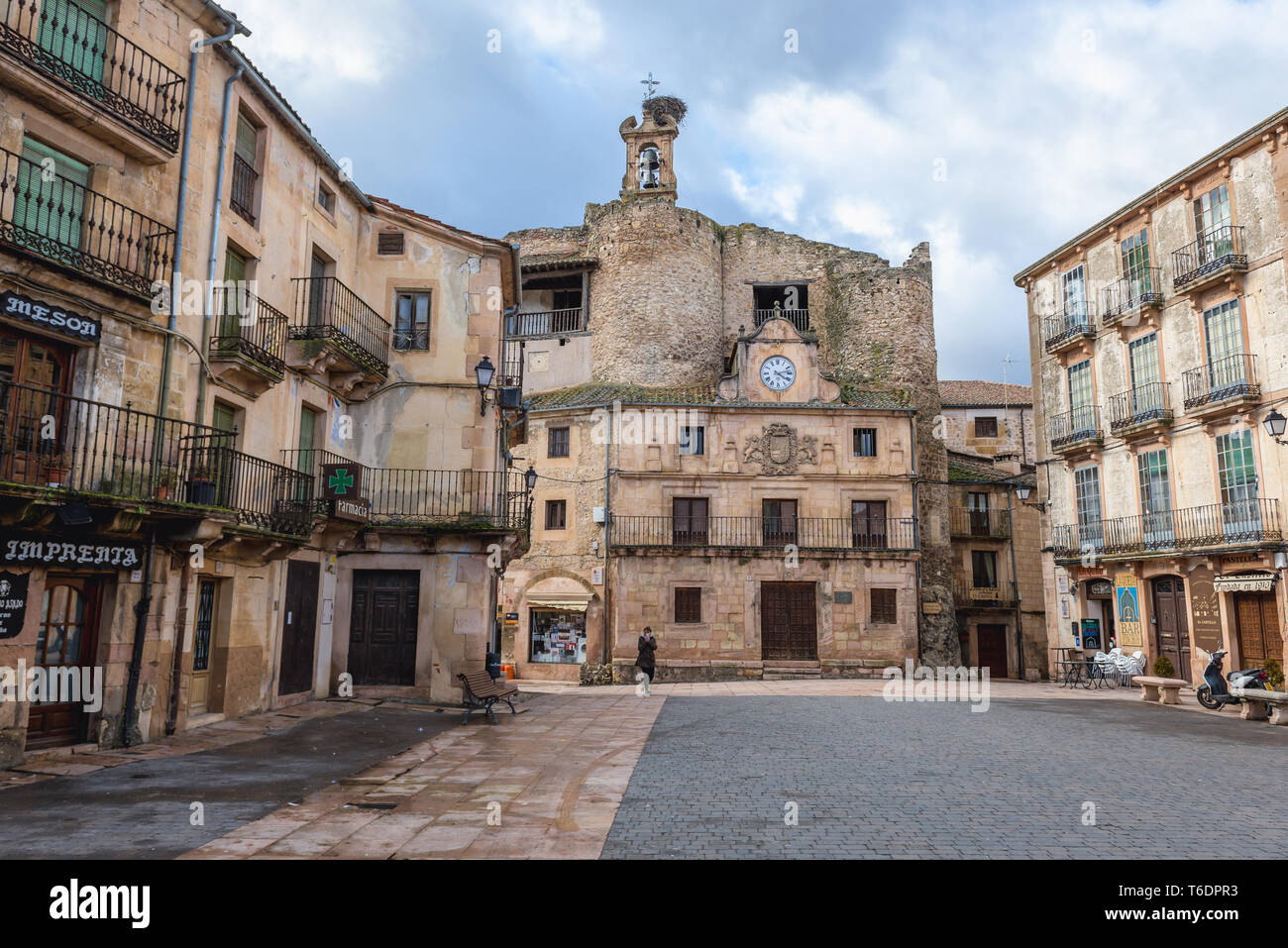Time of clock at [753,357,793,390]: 4:12
